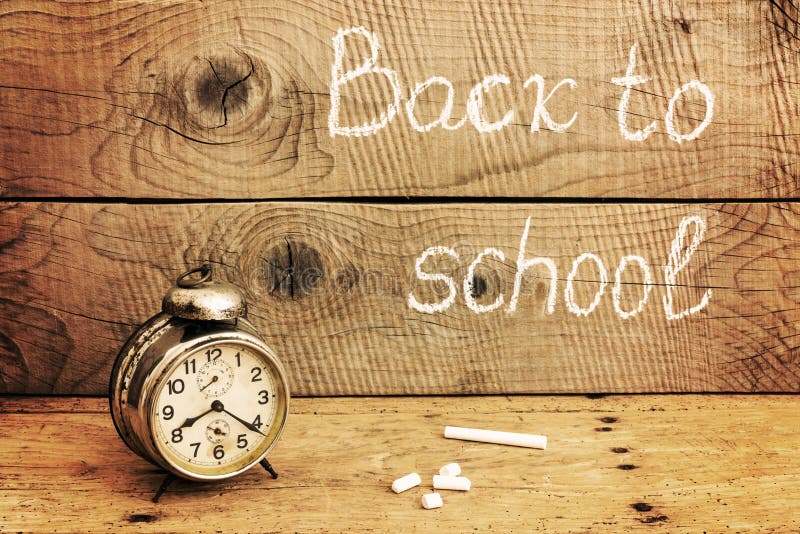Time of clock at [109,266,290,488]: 8:21
